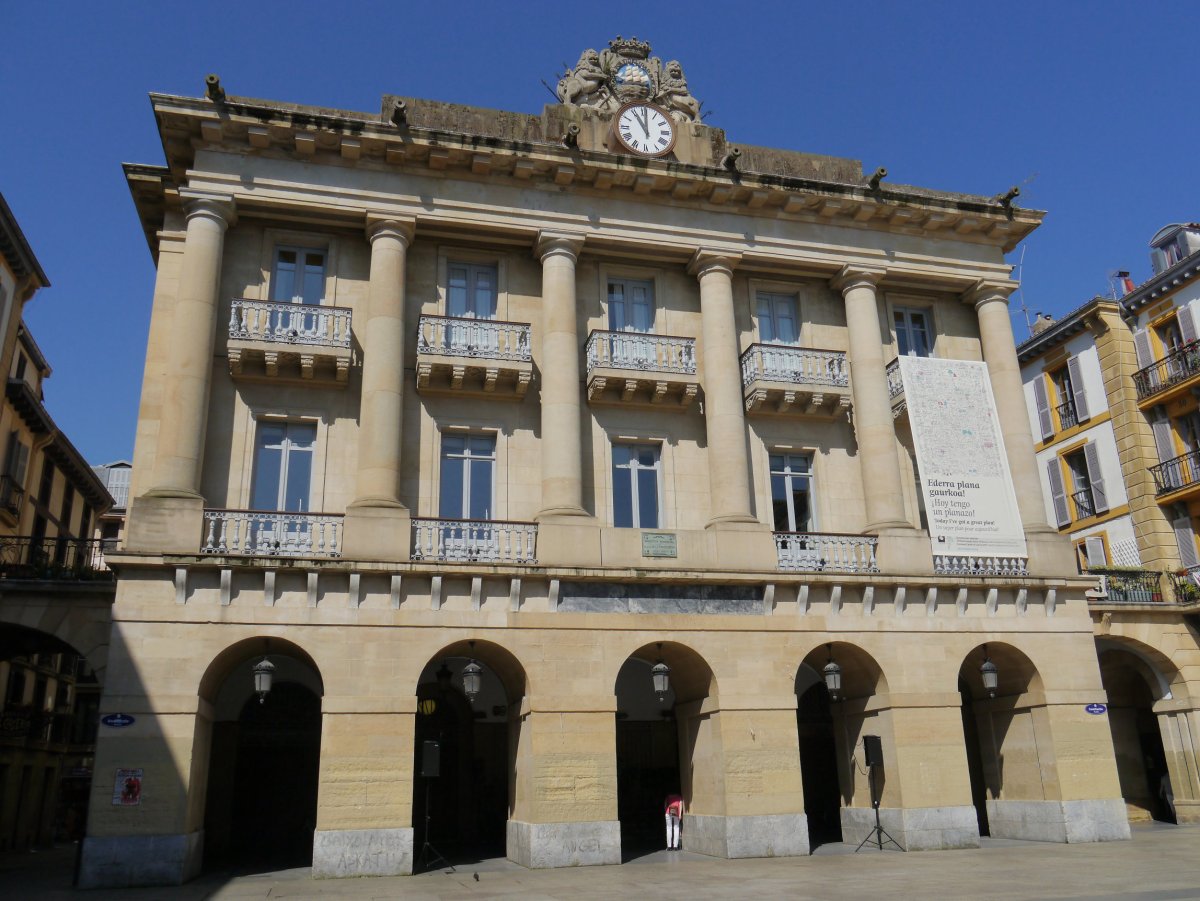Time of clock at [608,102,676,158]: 11:00
